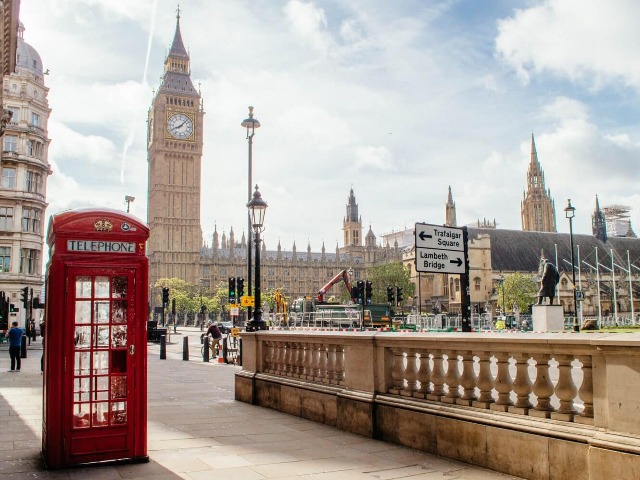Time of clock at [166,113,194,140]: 8:07
